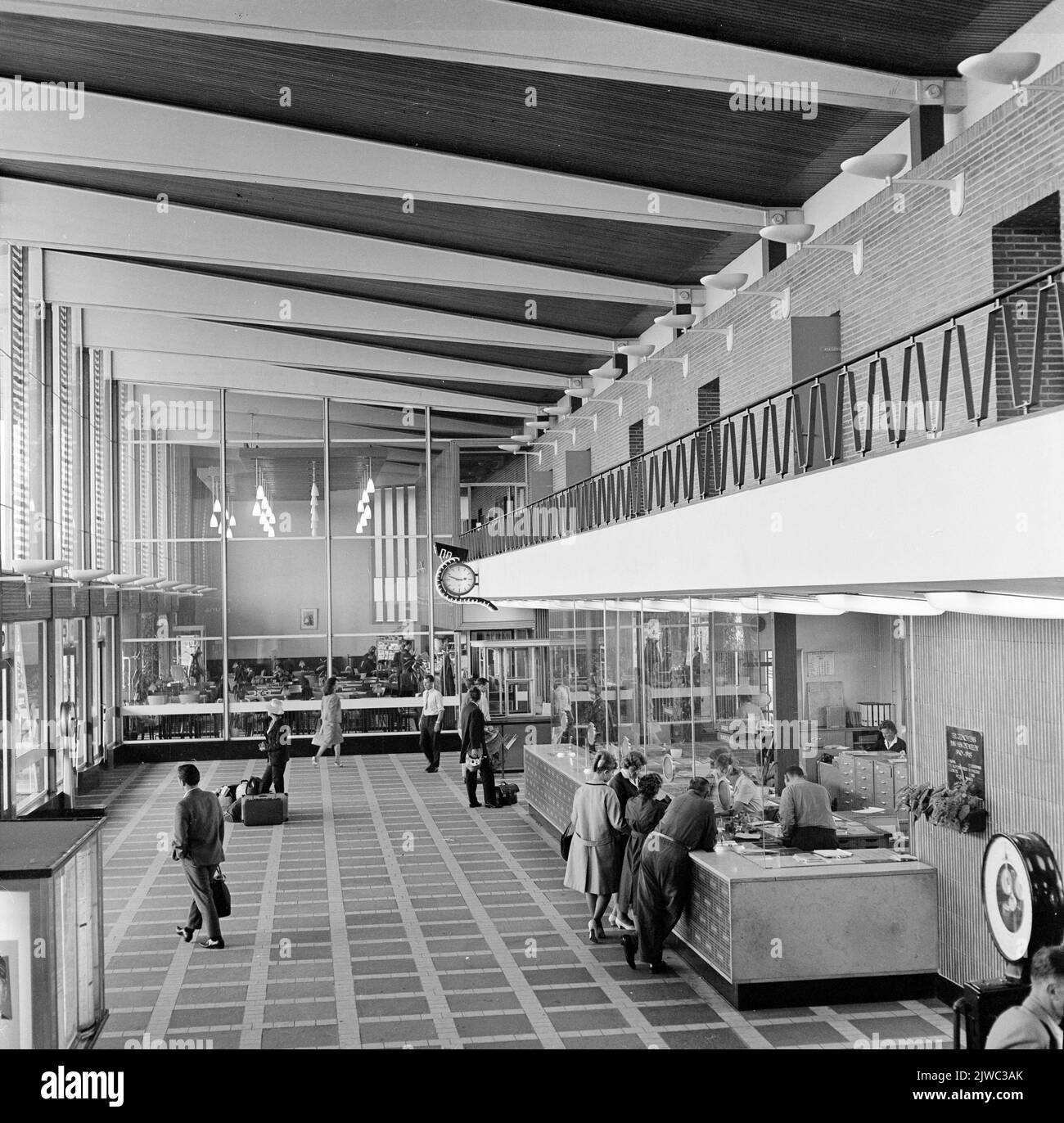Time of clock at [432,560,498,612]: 2:48
